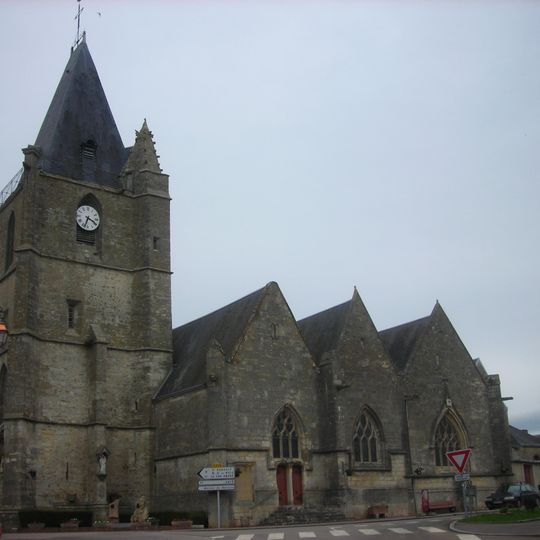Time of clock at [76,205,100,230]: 3:33
